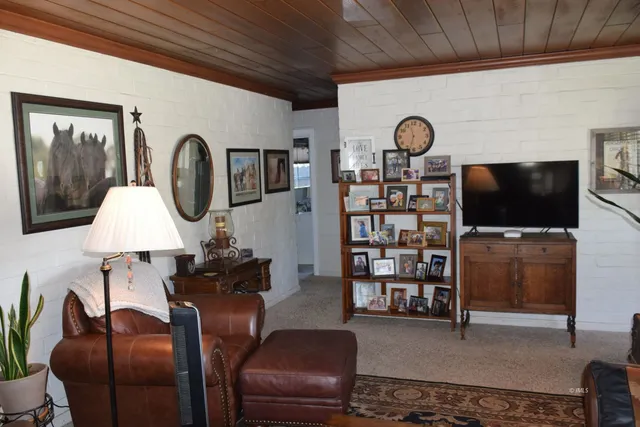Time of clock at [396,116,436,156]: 11:32
